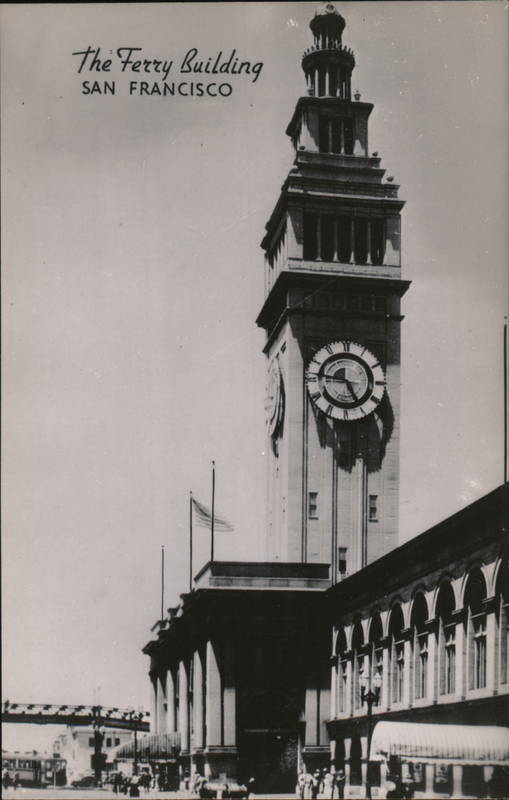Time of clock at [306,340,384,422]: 4:46
